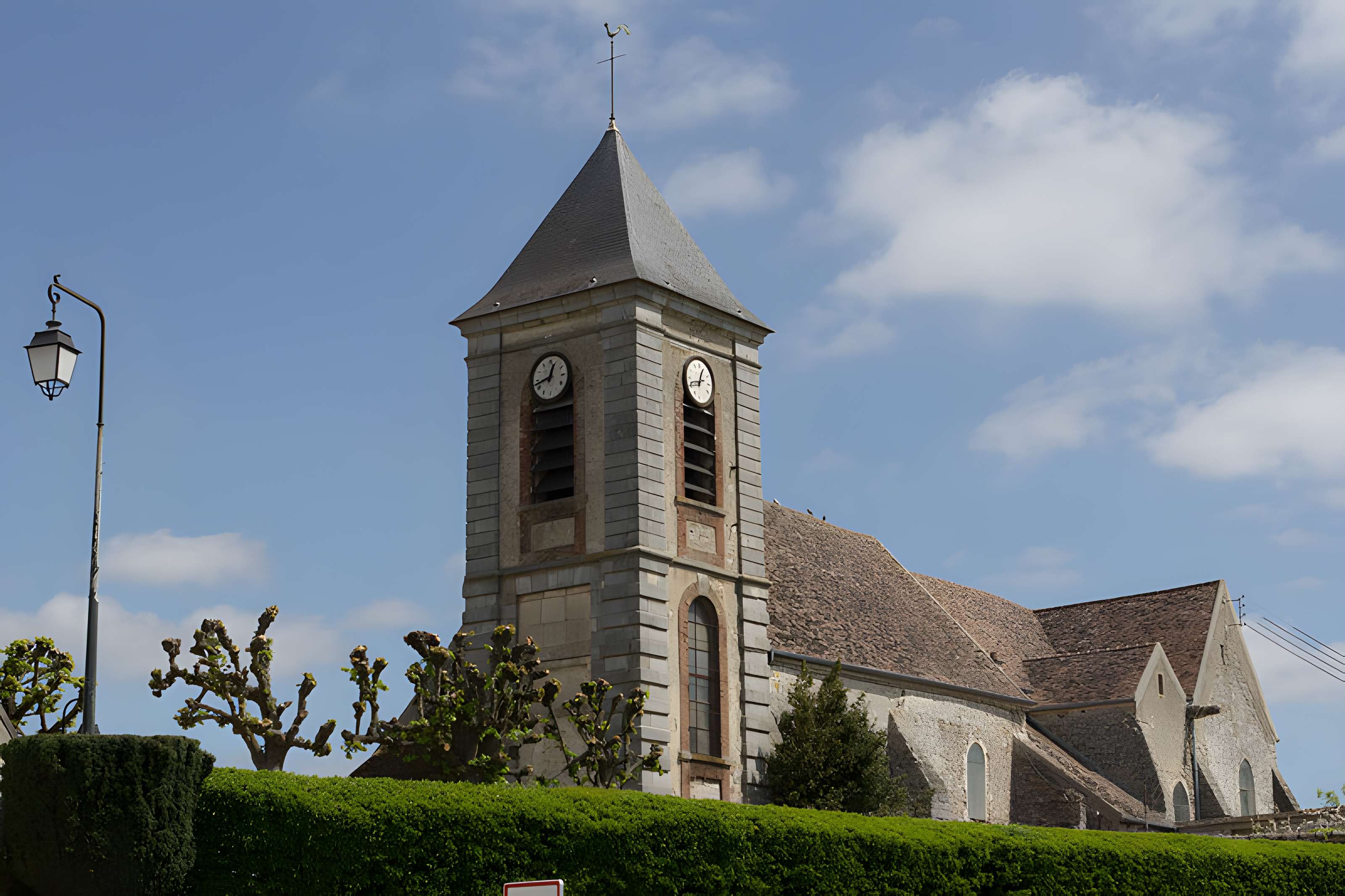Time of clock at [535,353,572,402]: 12:42
